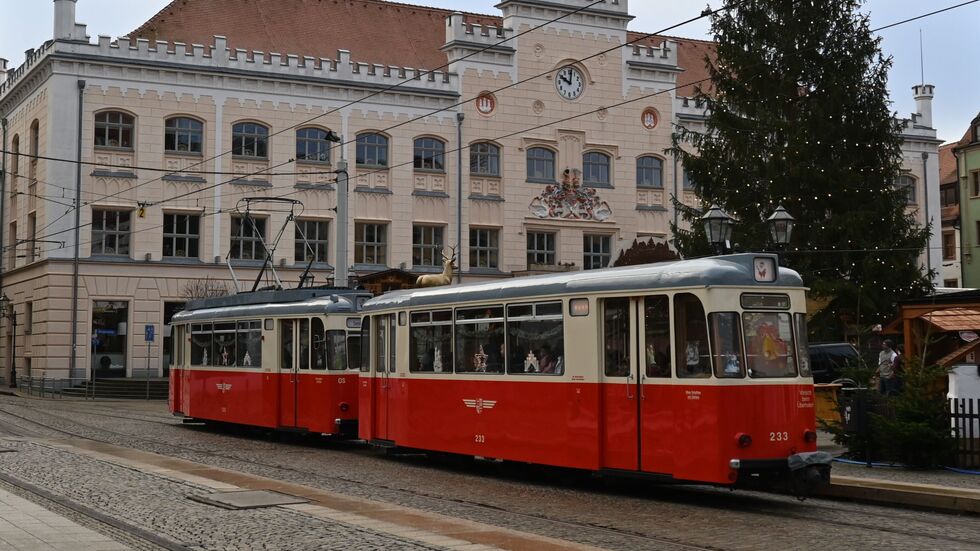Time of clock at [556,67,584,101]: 10:01
